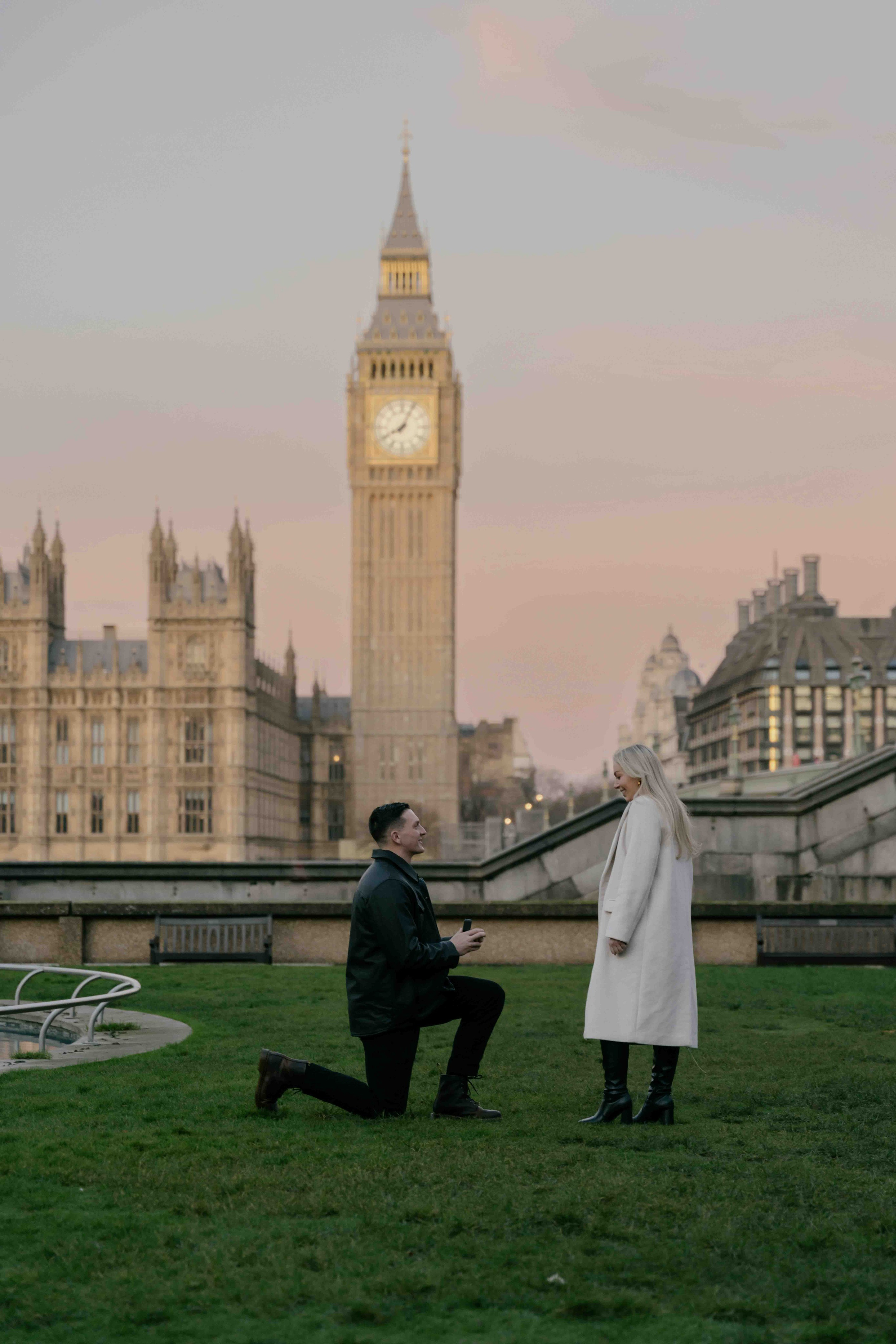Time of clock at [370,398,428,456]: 8:04
